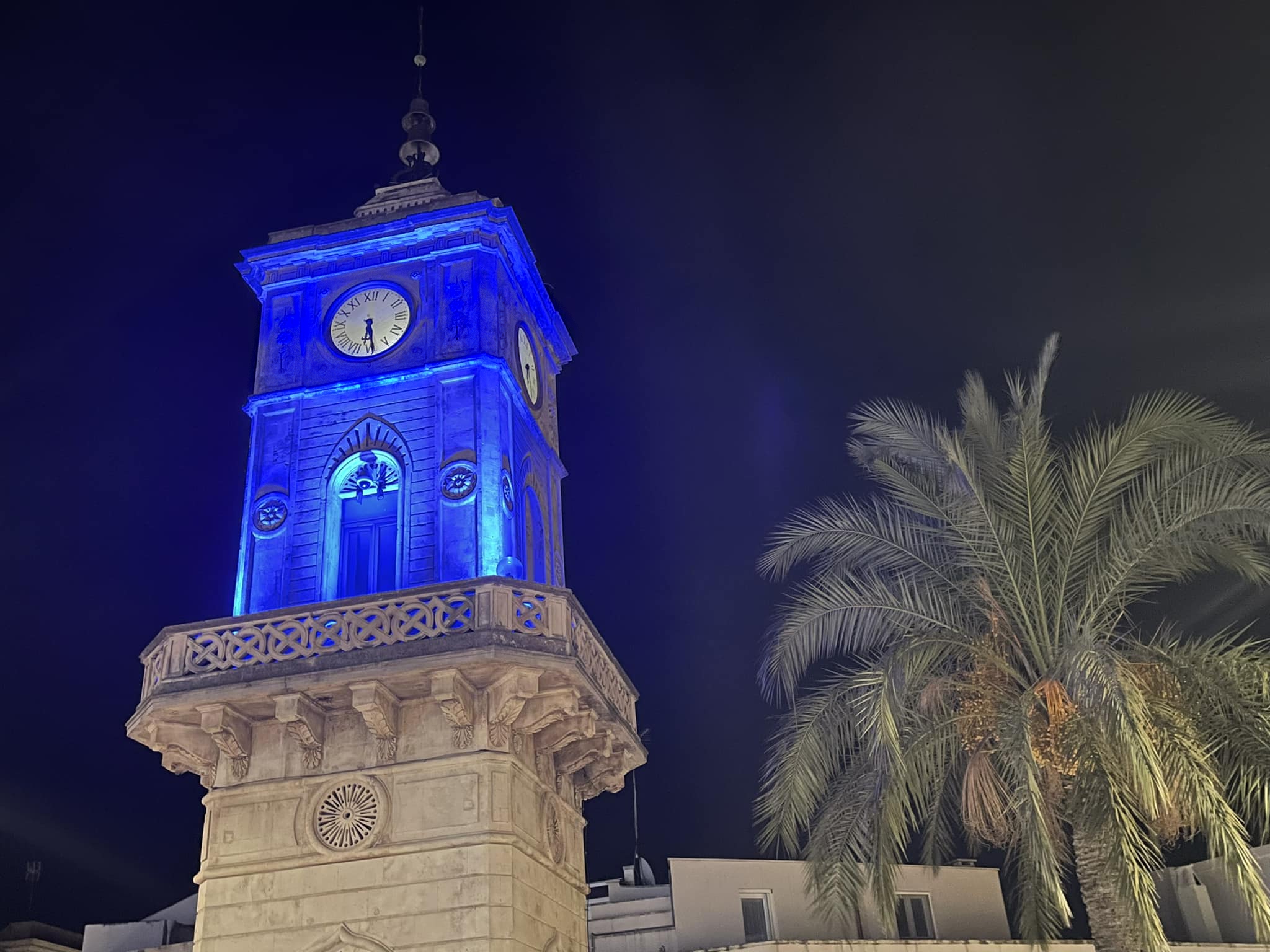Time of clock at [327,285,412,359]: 6:29
